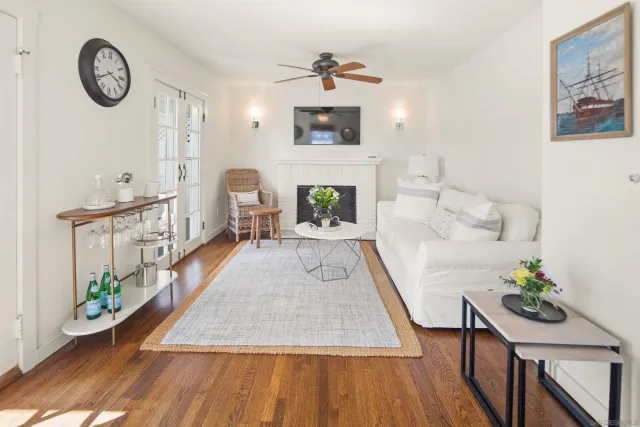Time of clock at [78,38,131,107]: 3:40
